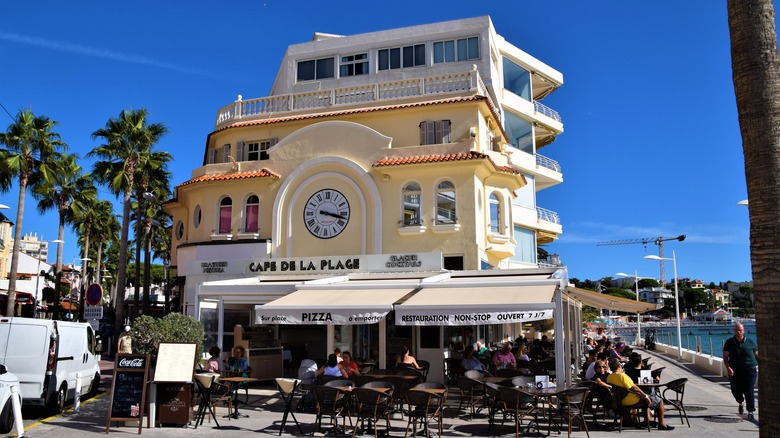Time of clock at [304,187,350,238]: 3:17
